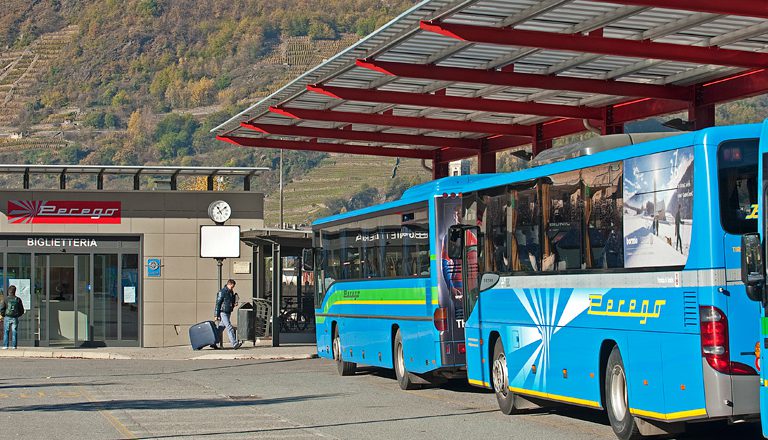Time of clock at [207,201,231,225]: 11:09
